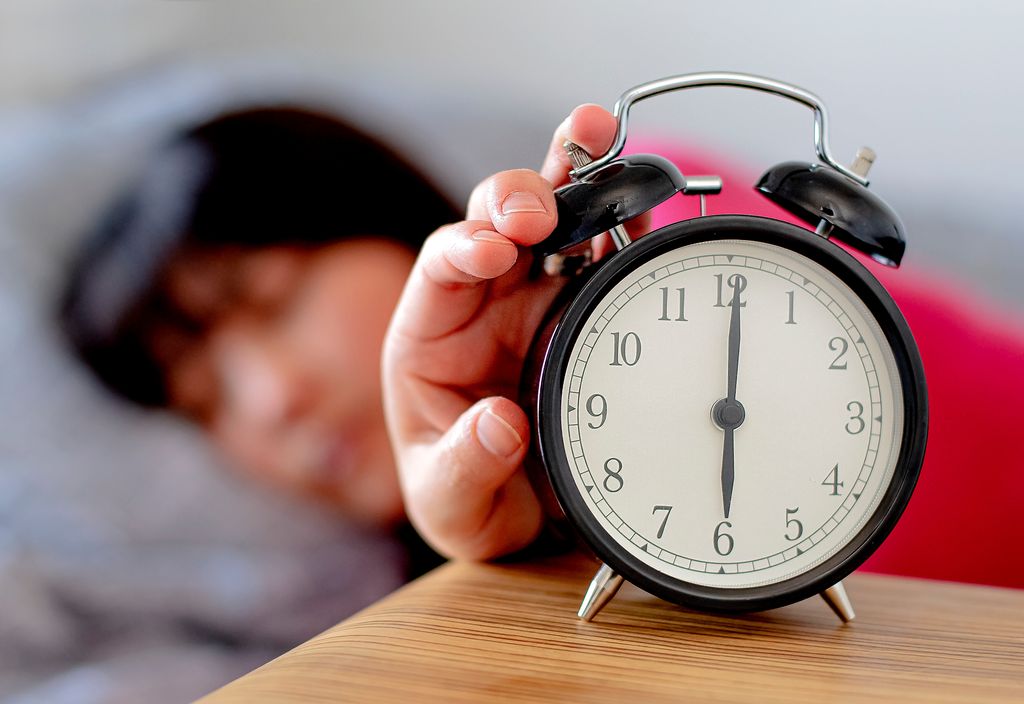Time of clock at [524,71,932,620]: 6:00
